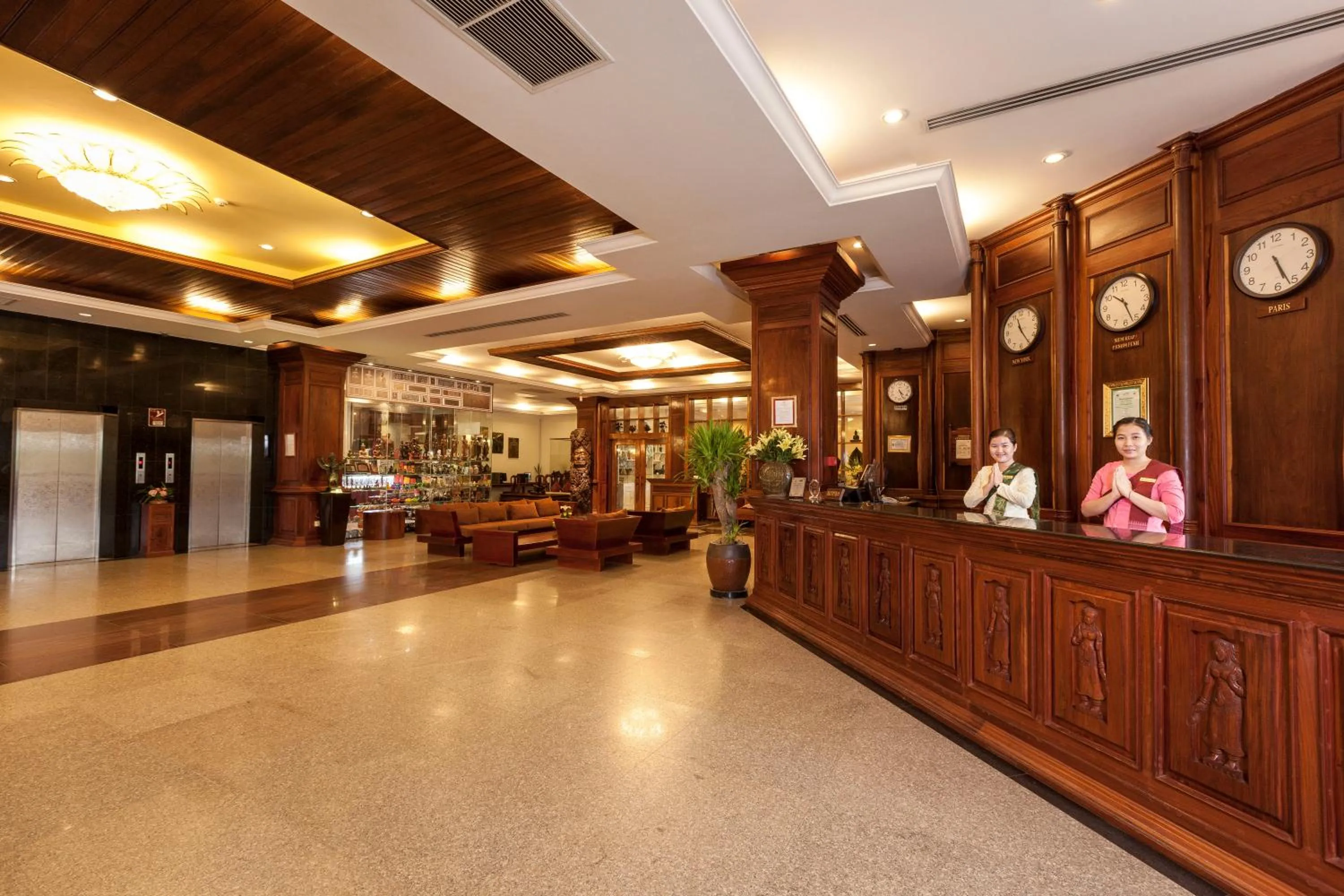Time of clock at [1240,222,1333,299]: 5:26
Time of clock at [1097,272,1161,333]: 10:26
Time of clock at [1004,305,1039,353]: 11:24
